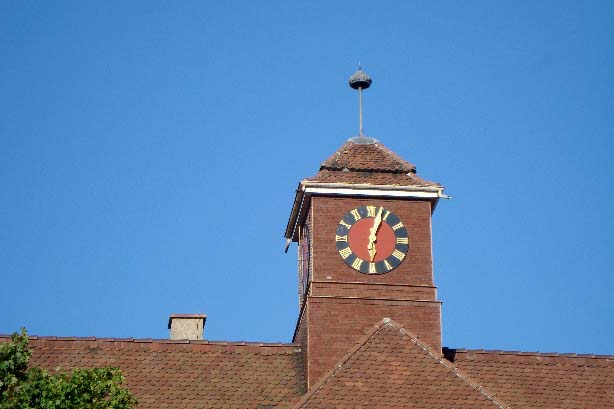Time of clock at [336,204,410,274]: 6:03
